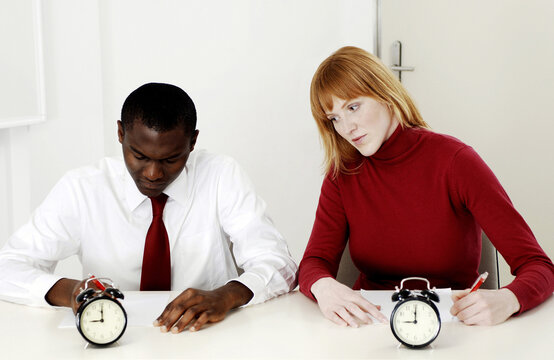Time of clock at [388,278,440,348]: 9:00
